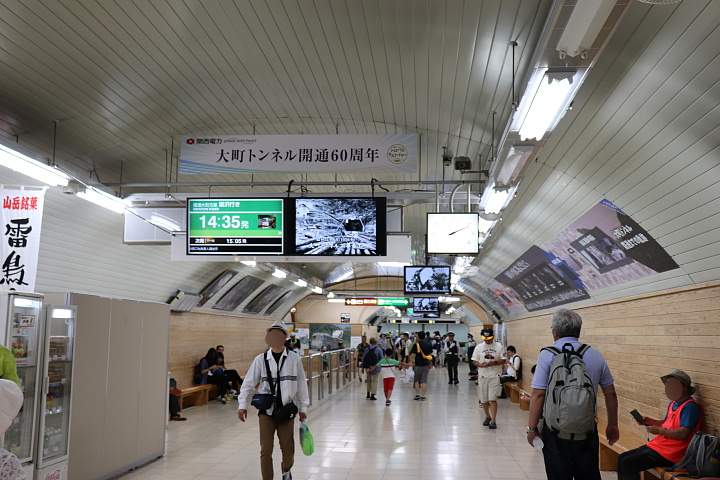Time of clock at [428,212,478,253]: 2:11
